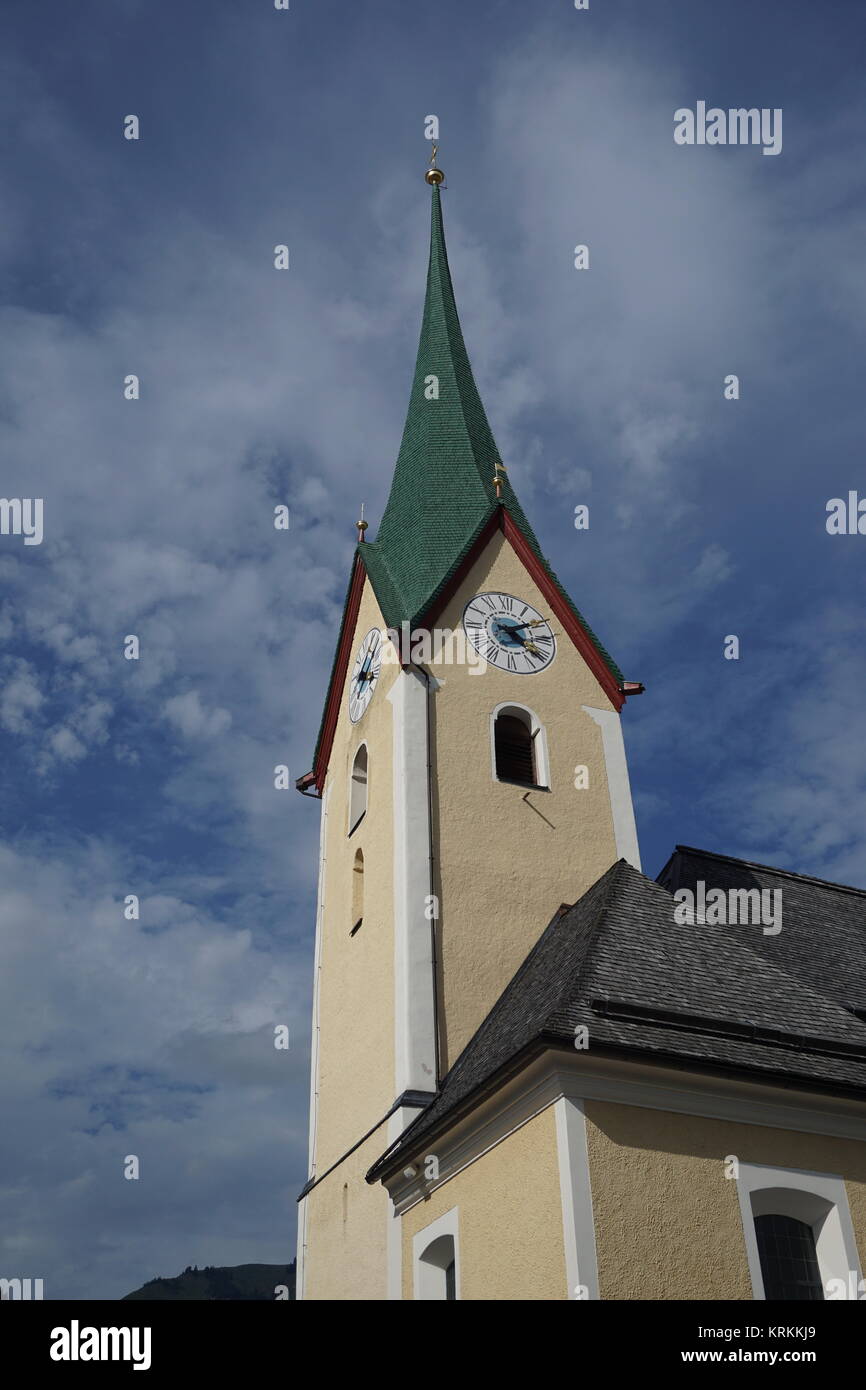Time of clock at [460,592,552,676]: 2:21
